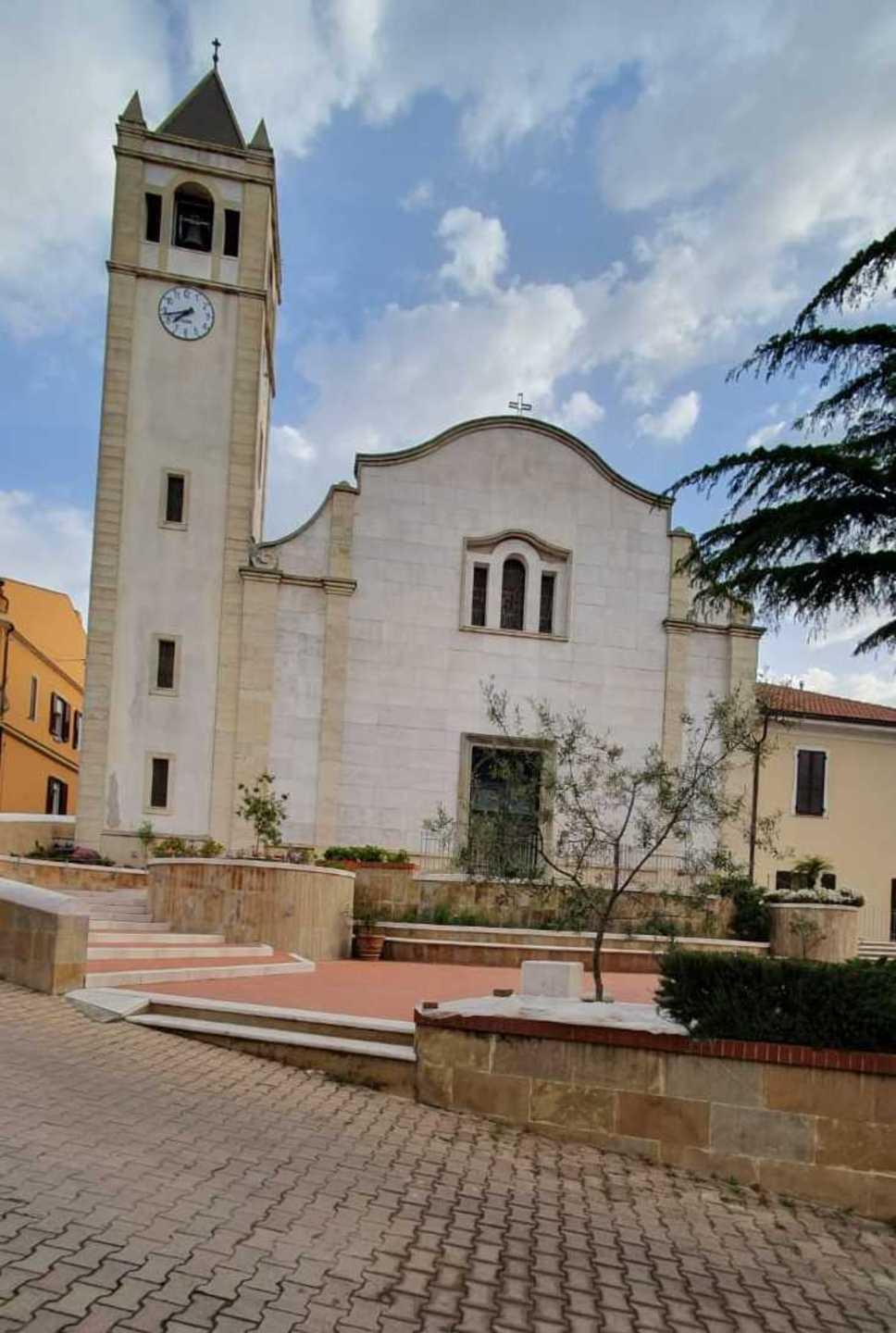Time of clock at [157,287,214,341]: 7:43
